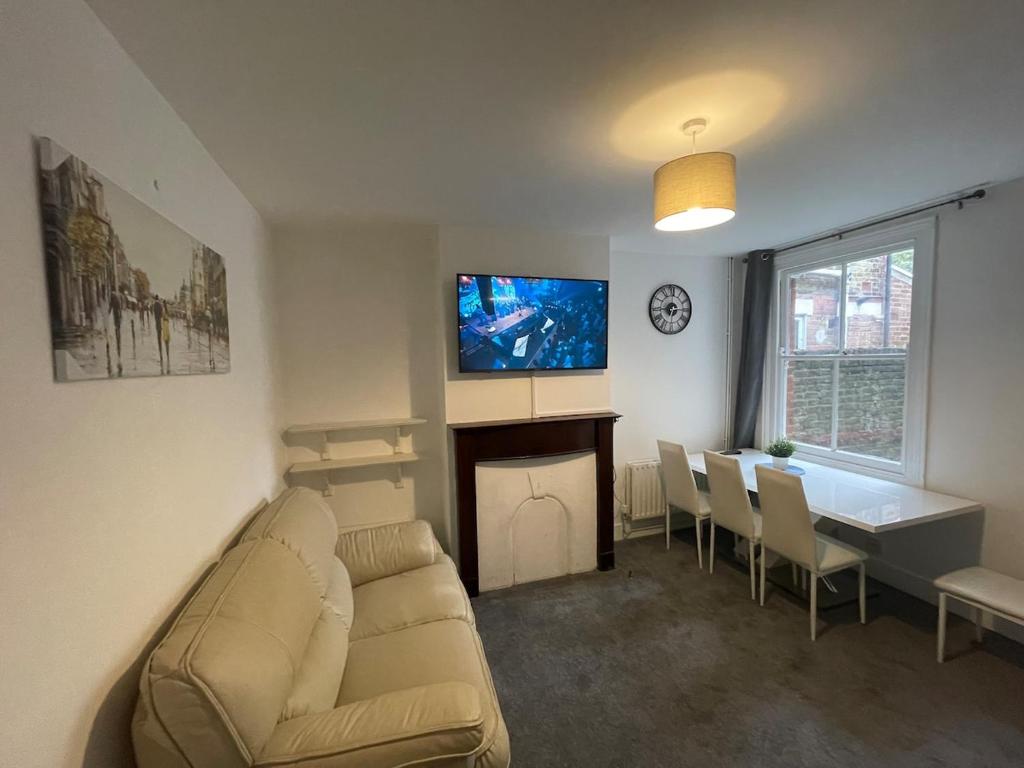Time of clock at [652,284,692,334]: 6:14
